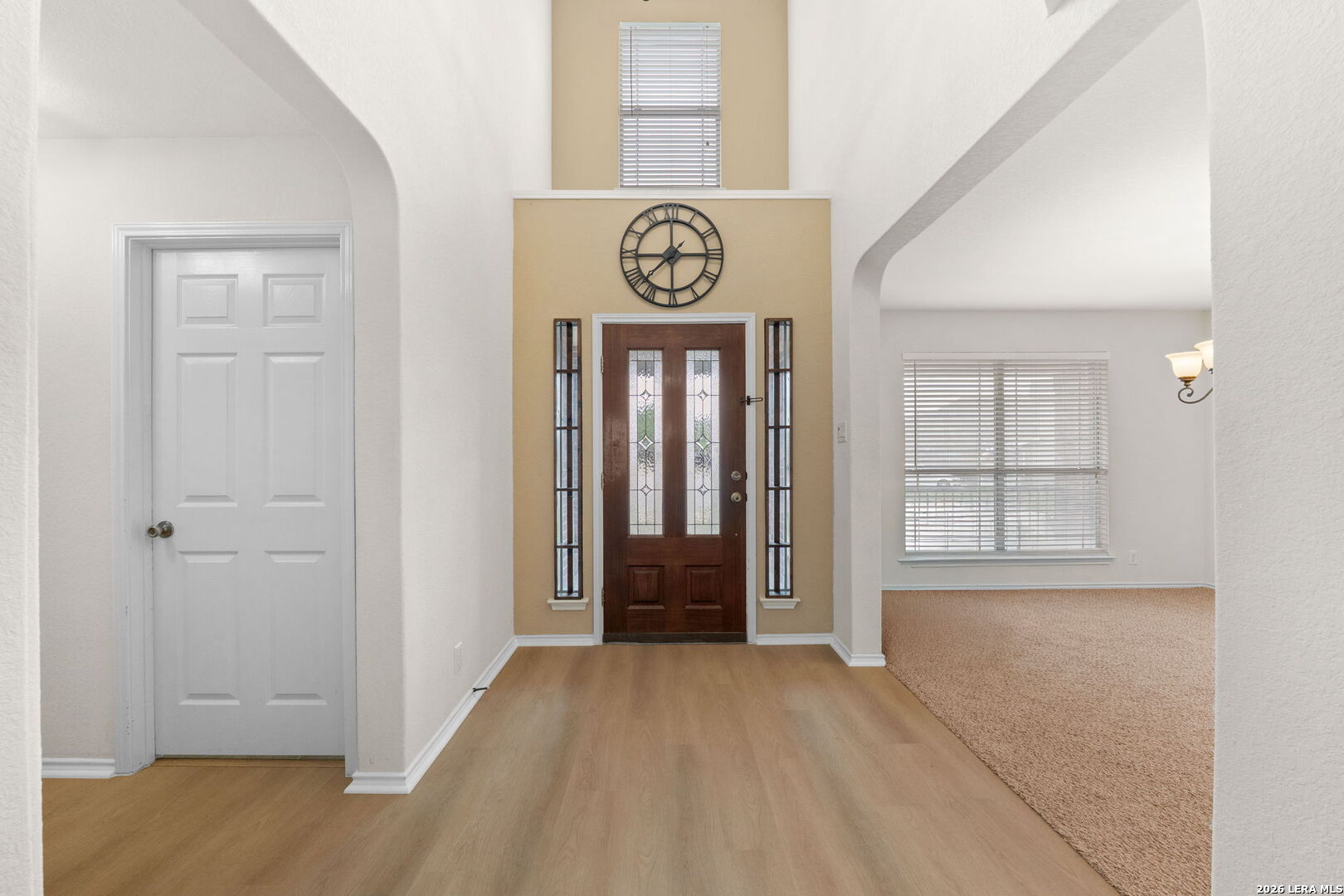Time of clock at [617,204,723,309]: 7:44
